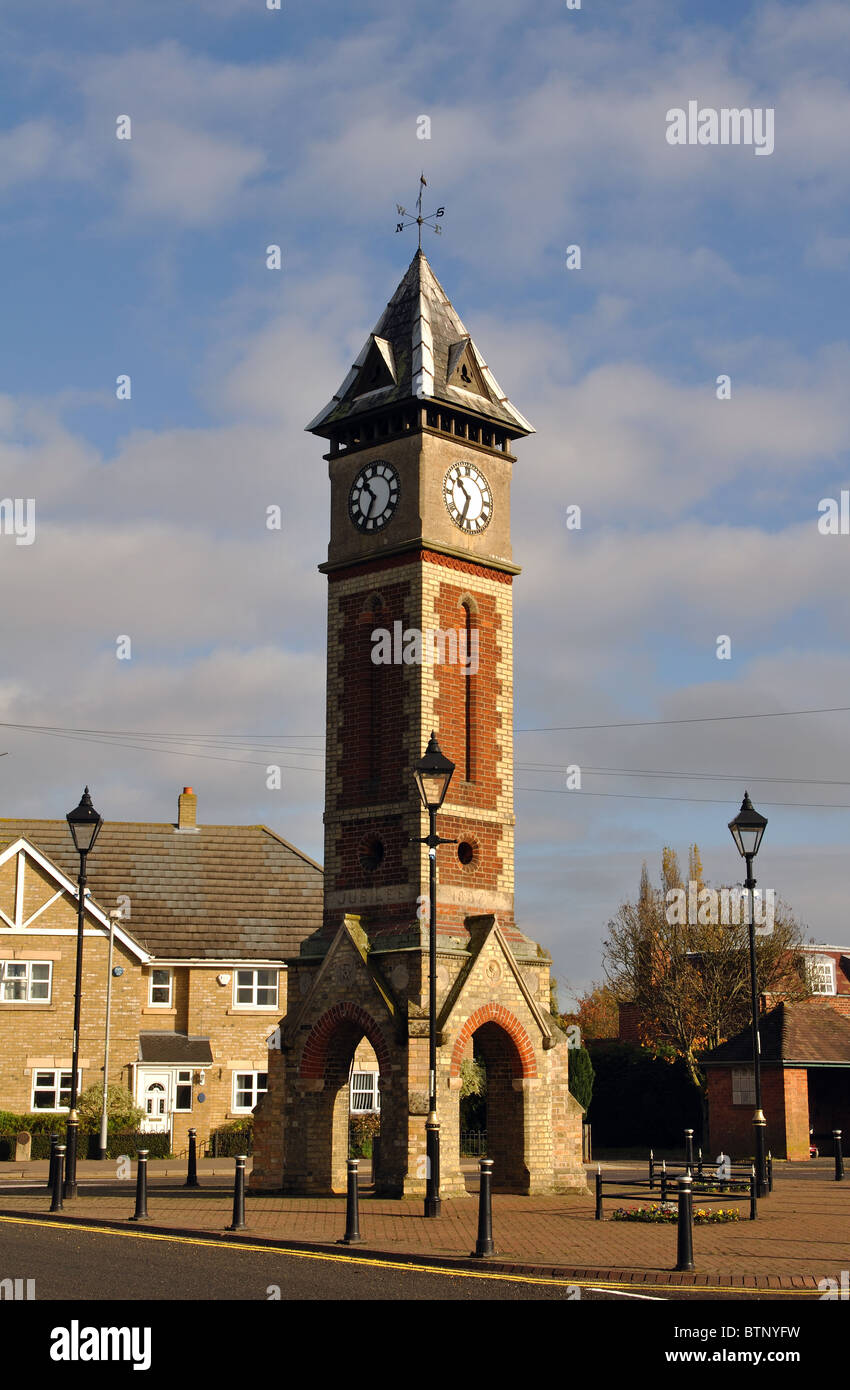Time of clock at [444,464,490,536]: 10:33
